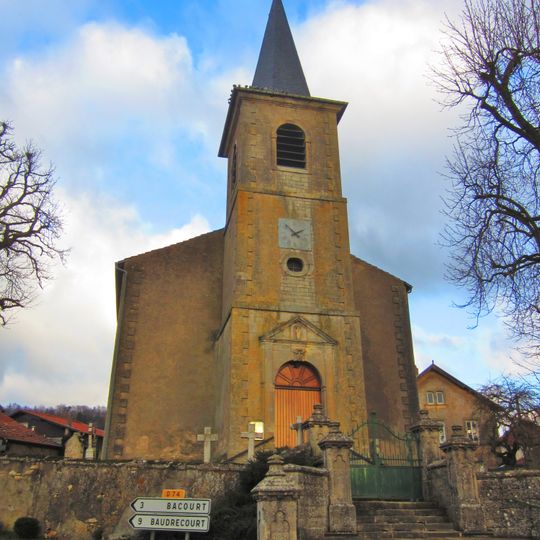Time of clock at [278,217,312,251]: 1:52
